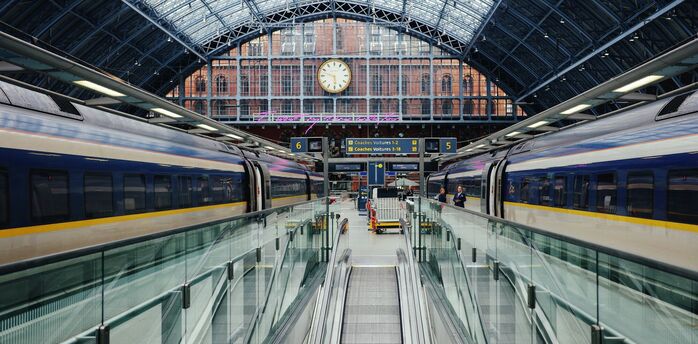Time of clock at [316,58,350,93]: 5:47
